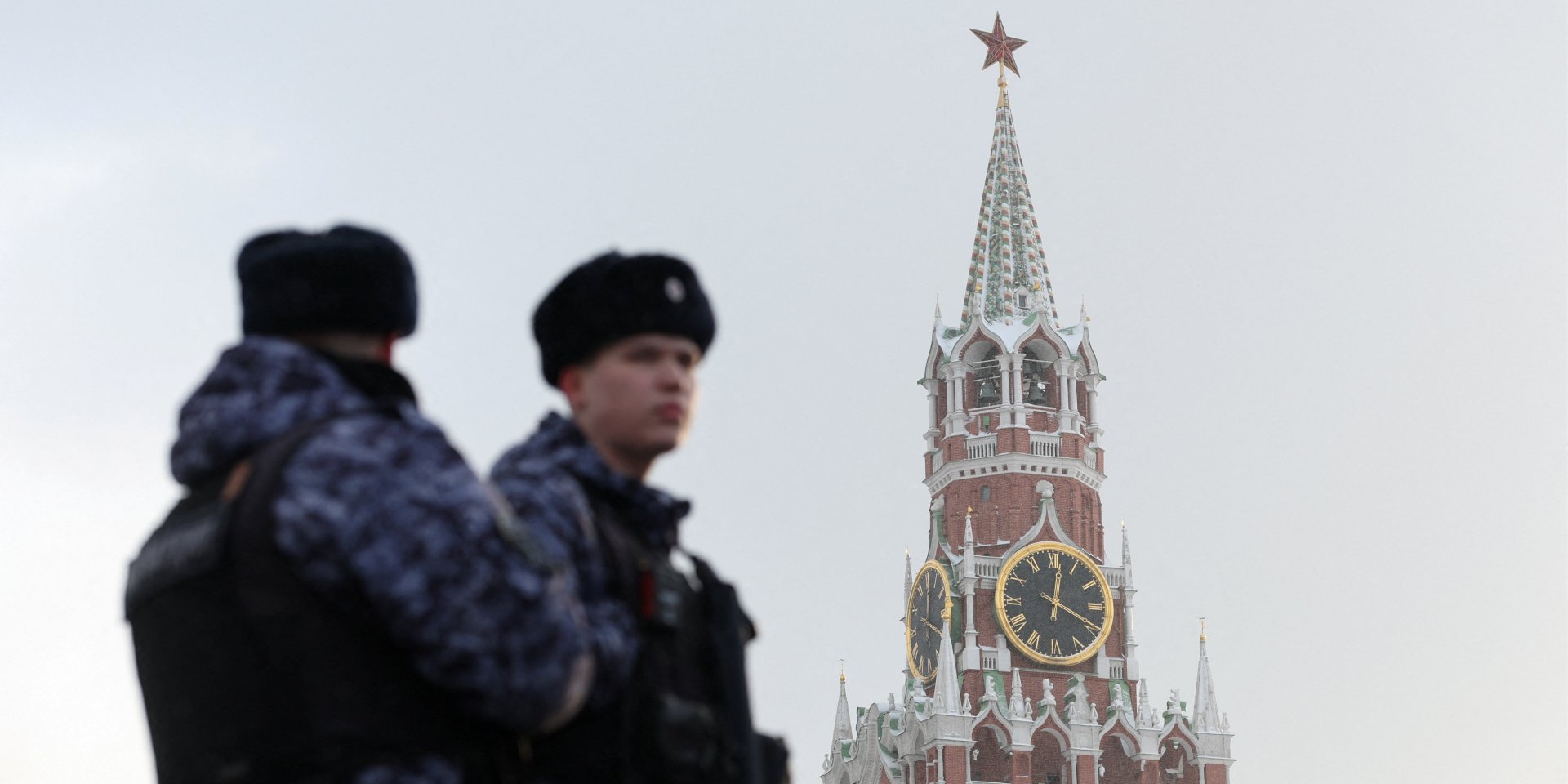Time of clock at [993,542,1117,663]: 12:19
